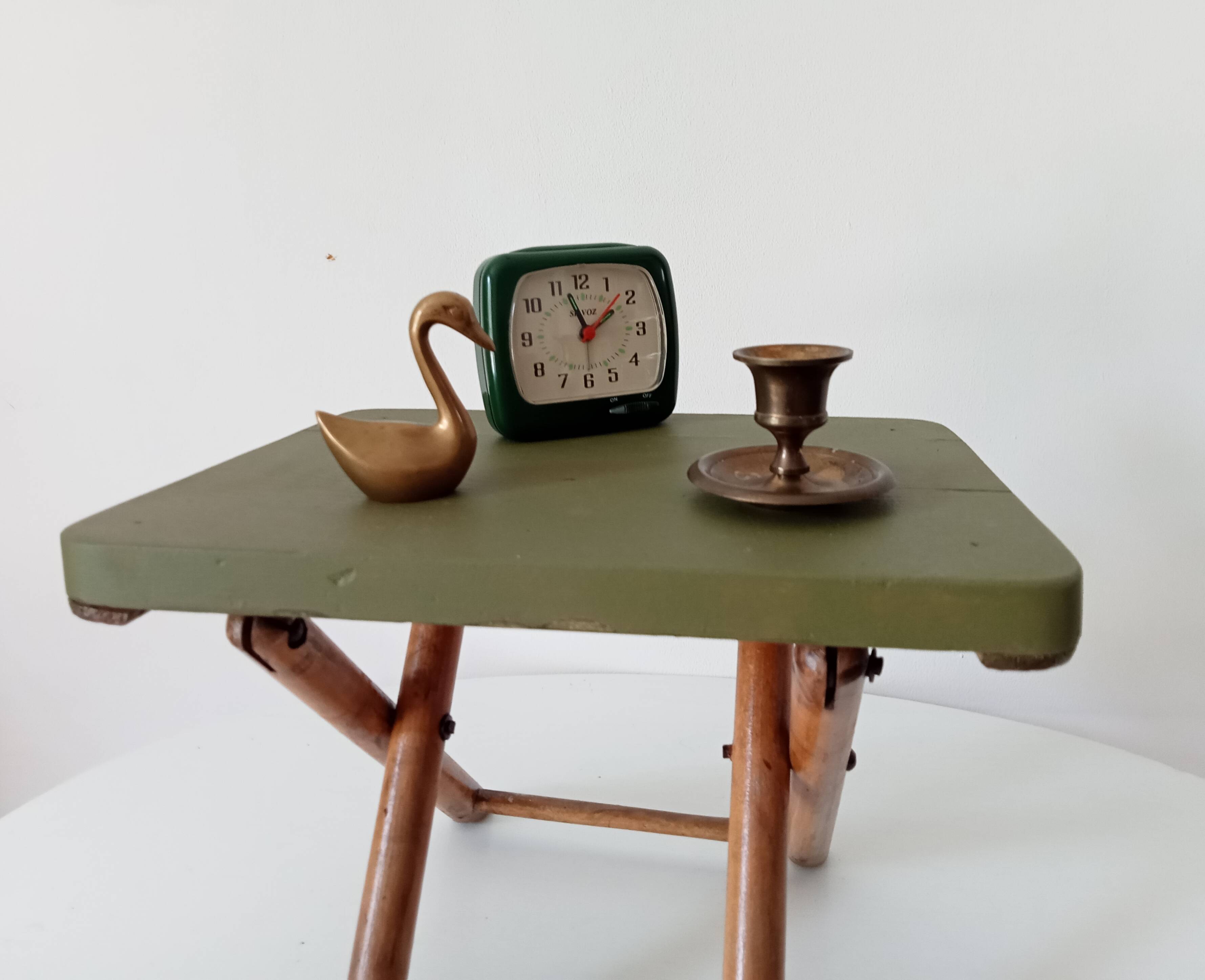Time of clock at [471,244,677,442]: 1:56
